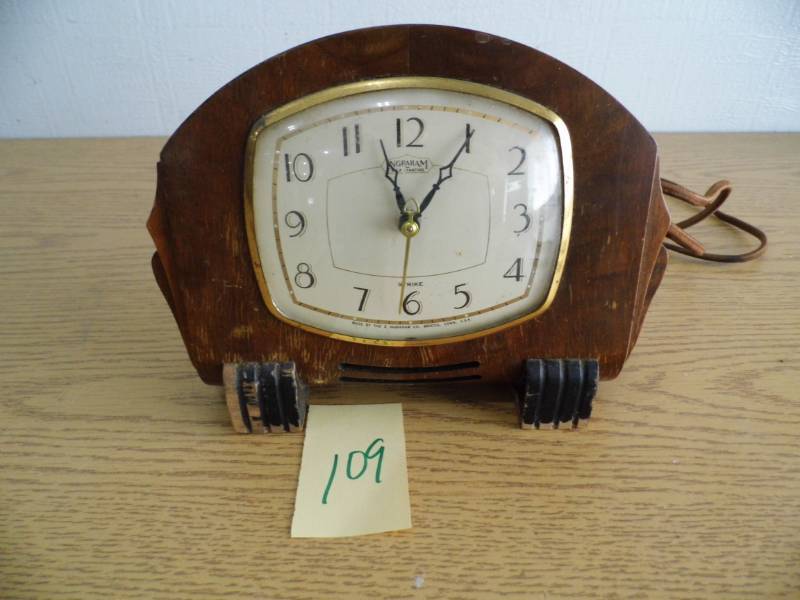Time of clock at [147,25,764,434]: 12:58
